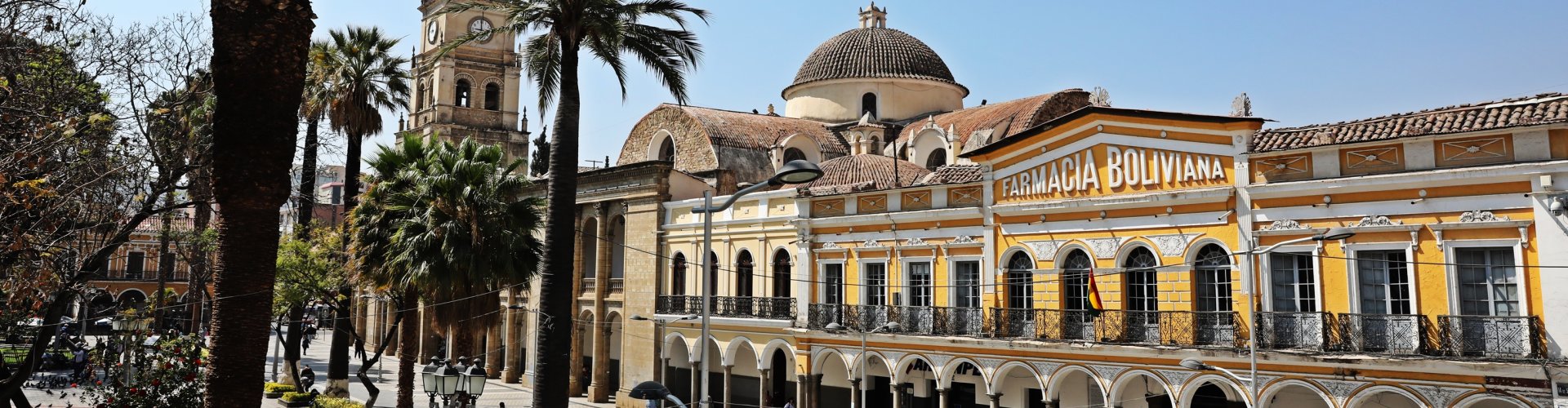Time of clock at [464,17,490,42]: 8:59
